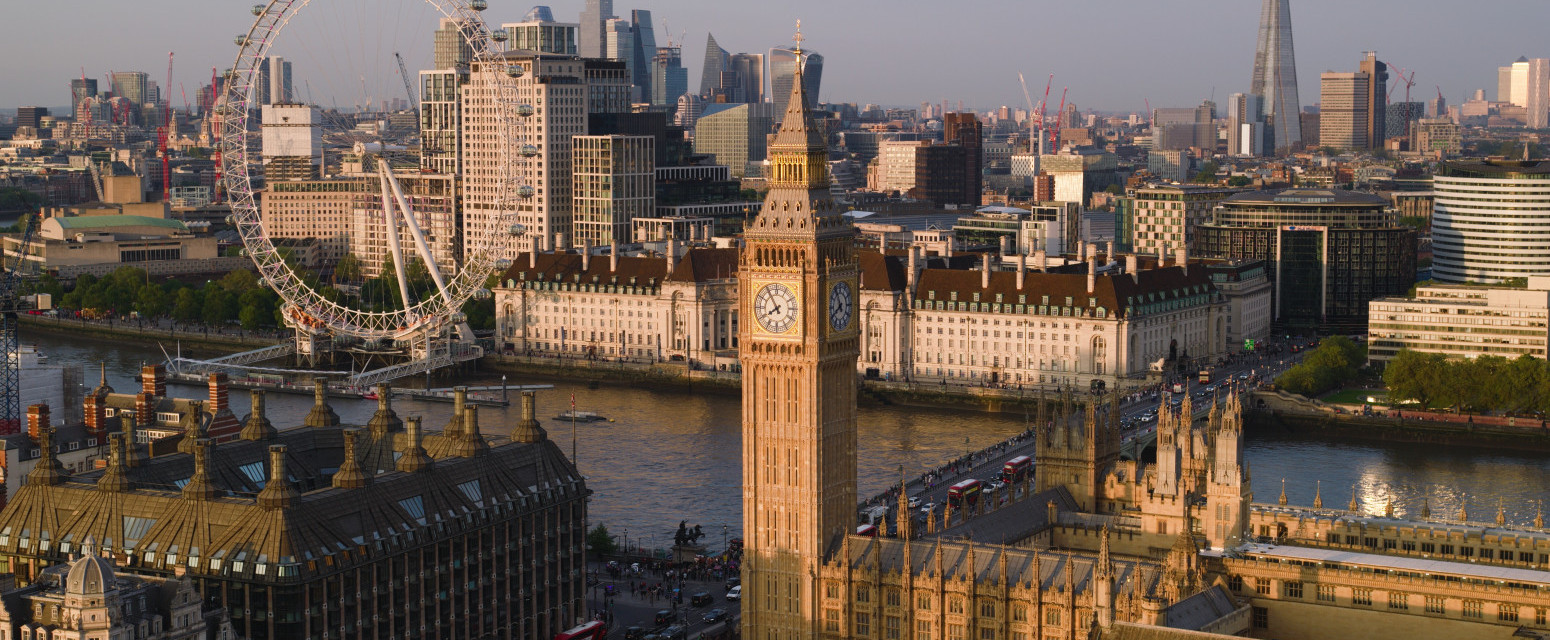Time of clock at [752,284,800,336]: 7:54
